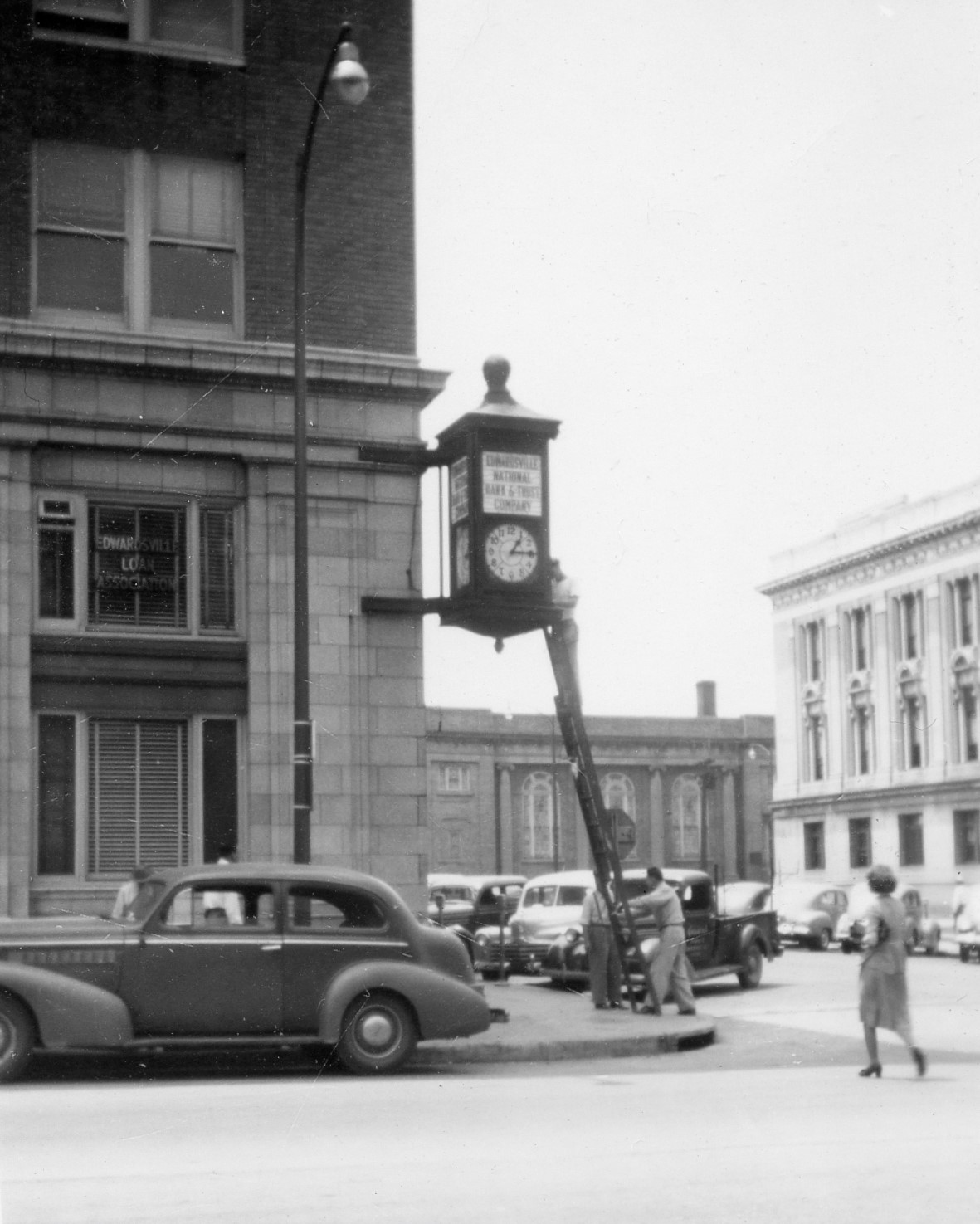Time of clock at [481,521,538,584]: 1:14
